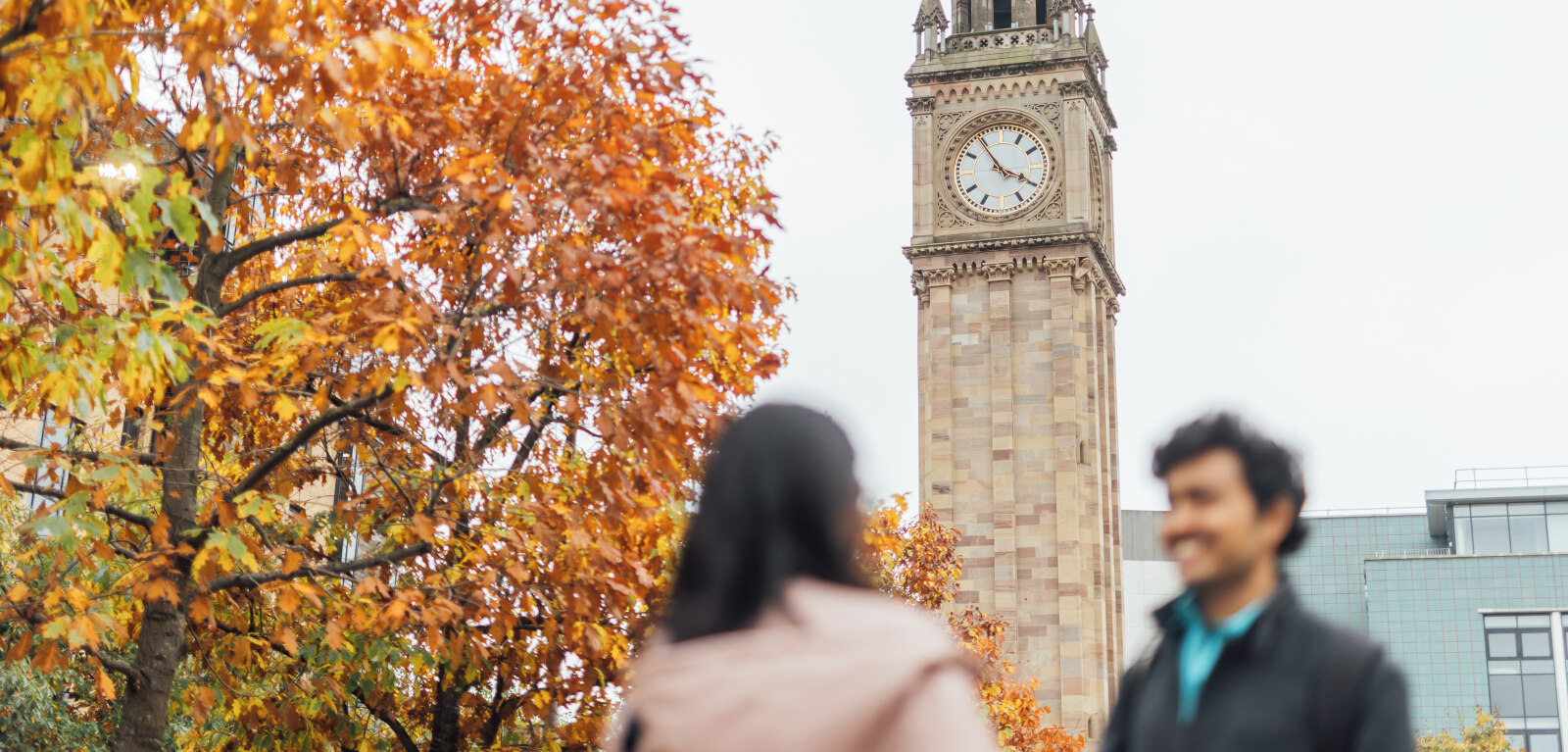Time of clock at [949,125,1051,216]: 3:54
